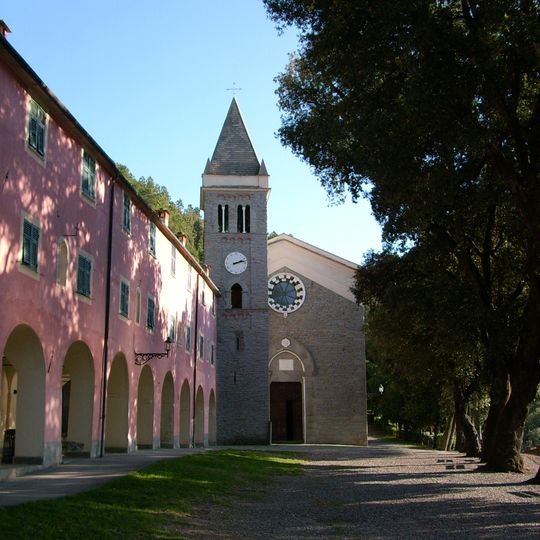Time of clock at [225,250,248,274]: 2:12
